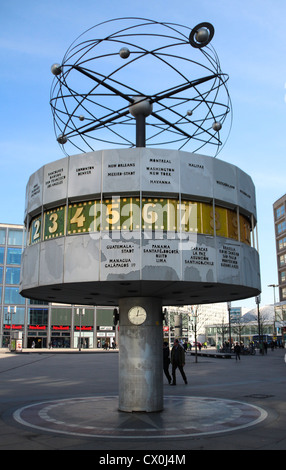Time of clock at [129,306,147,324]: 12:13
